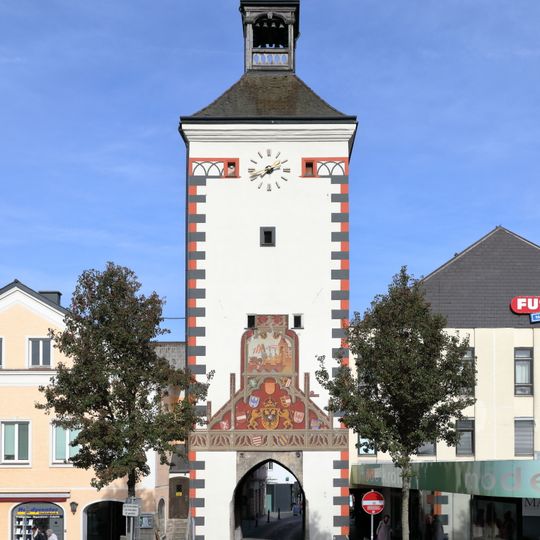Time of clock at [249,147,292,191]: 7:42
